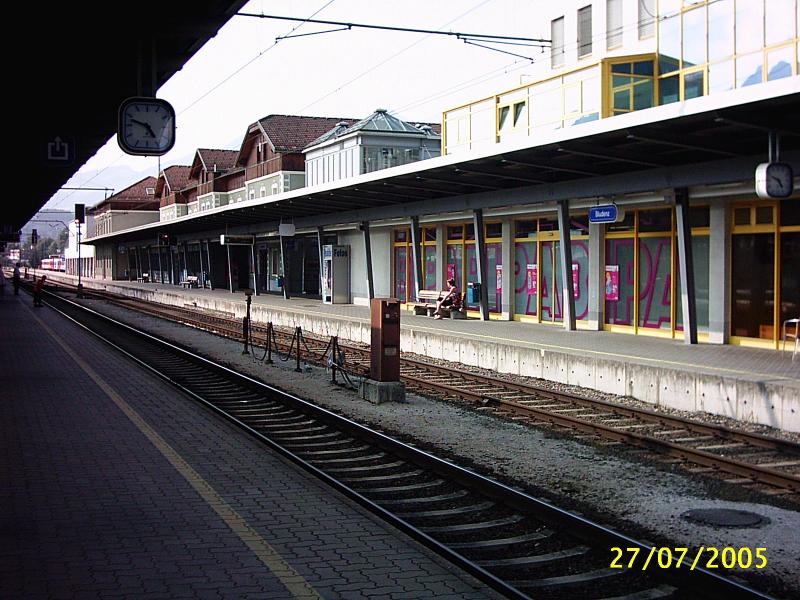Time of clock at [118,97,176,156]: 4:48
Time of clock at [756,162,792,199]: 4:48
